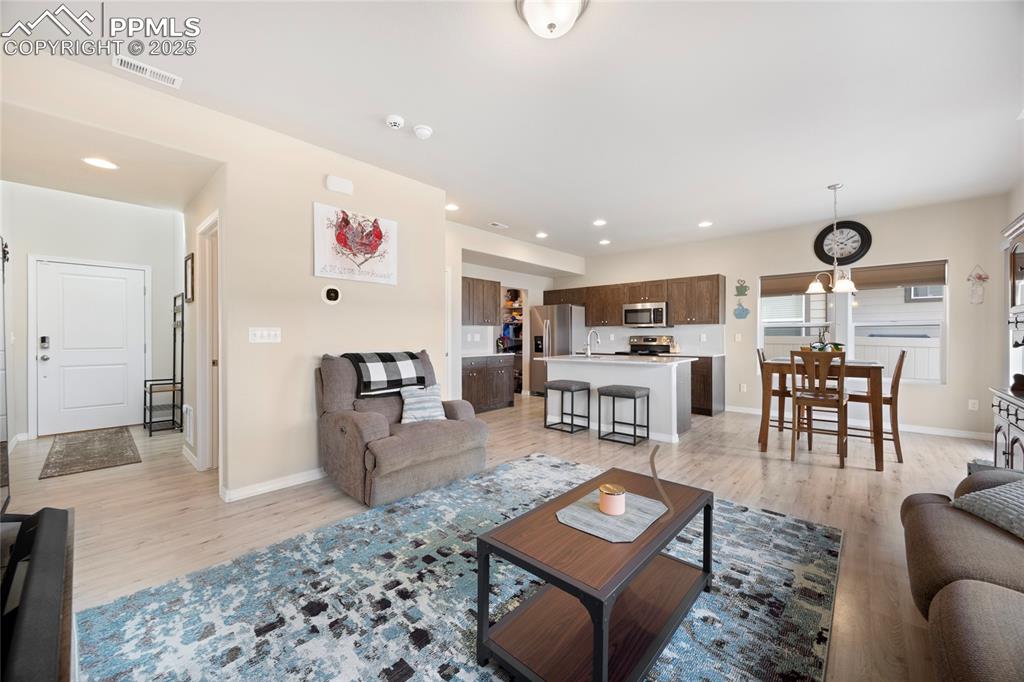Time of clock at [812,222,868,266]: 4:09
